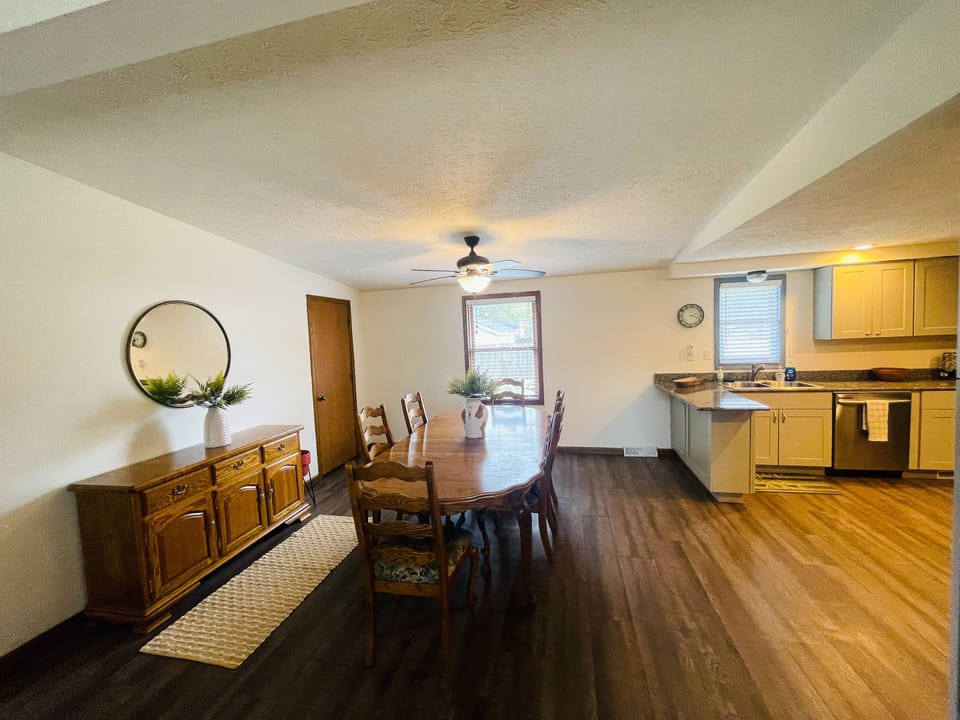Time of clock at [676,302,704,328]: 2:18
